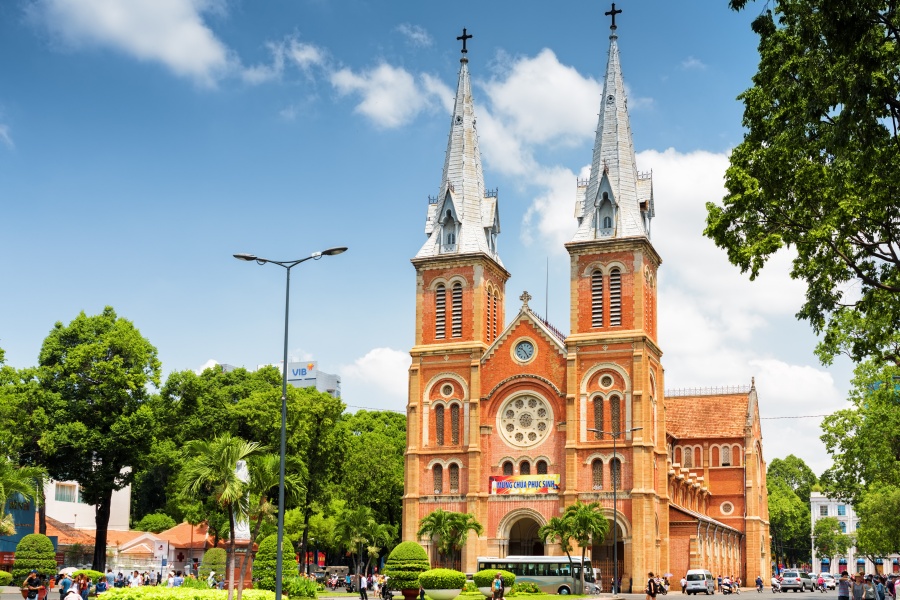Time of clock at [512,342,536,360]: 10:24
